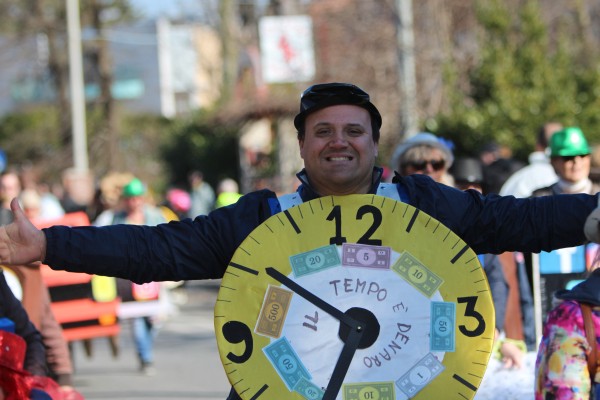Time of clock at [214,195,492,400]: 6:50
